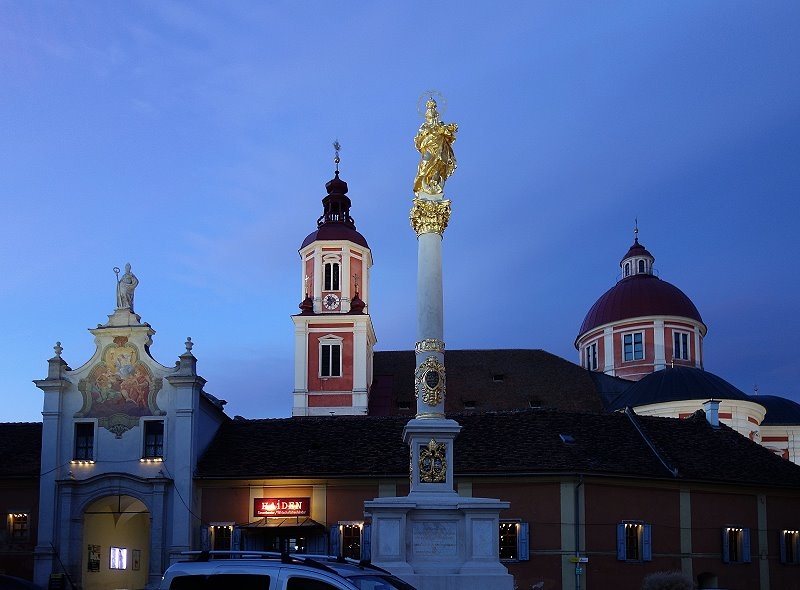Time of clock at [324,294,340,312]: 10:36
